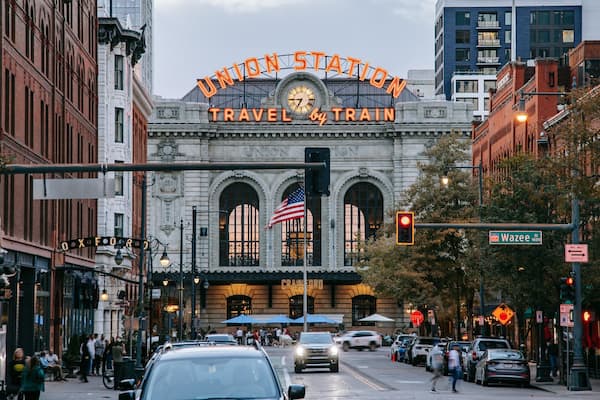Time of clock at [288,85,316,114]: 6:44
